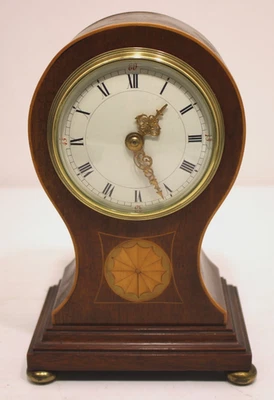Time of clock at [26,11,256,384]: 1:26
